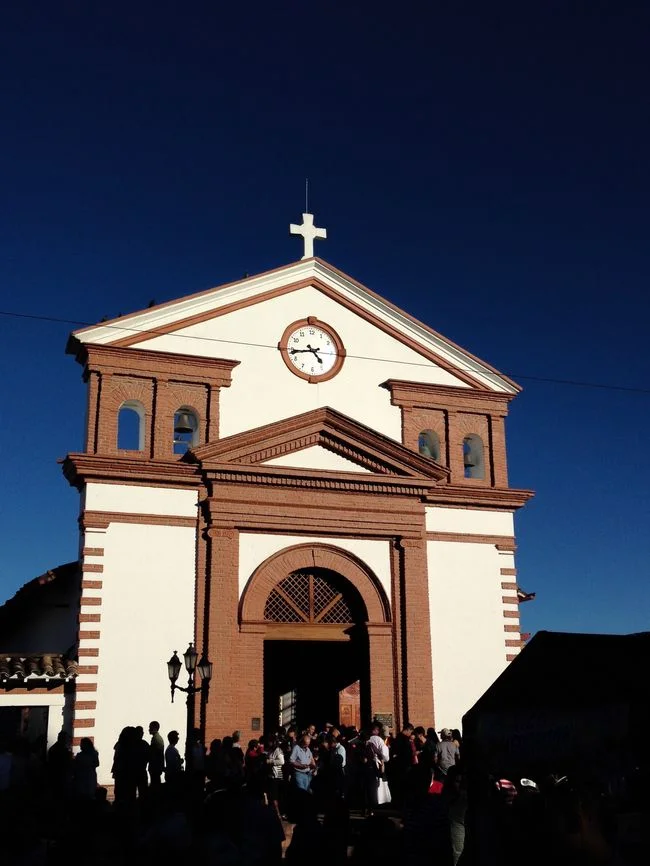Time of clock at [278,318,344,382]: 4:43
